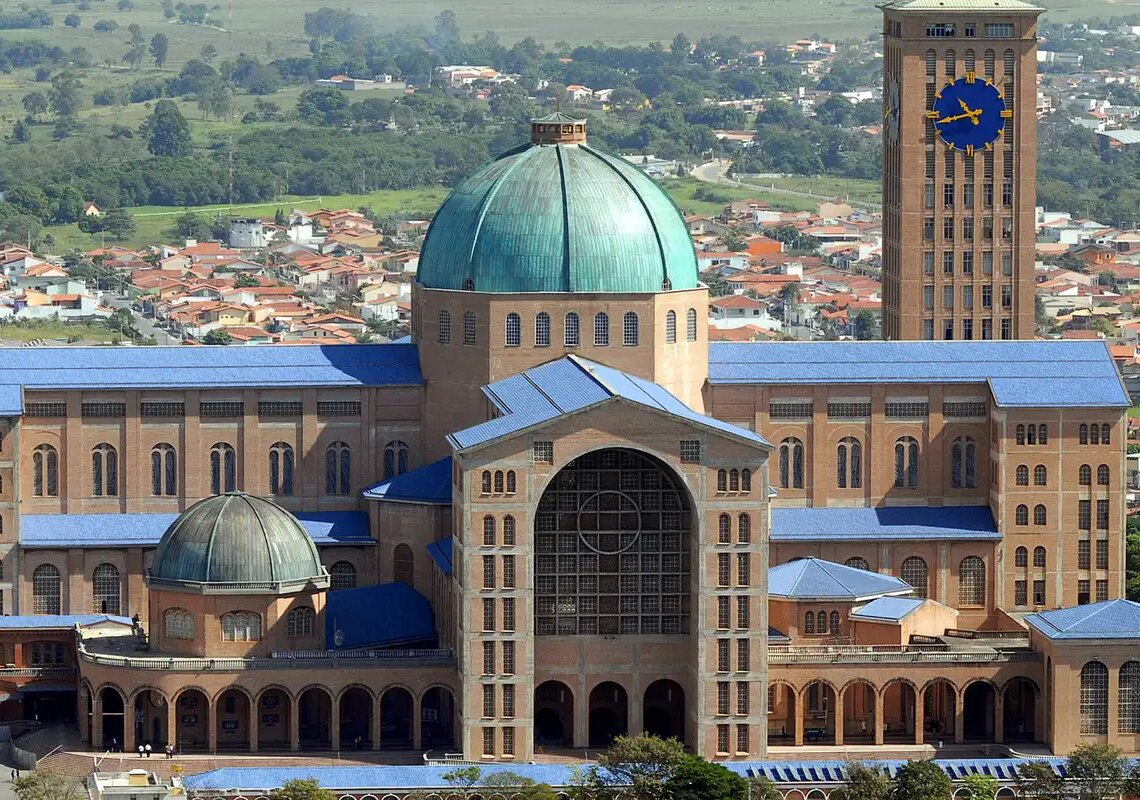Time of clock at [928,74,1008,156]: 10:42
